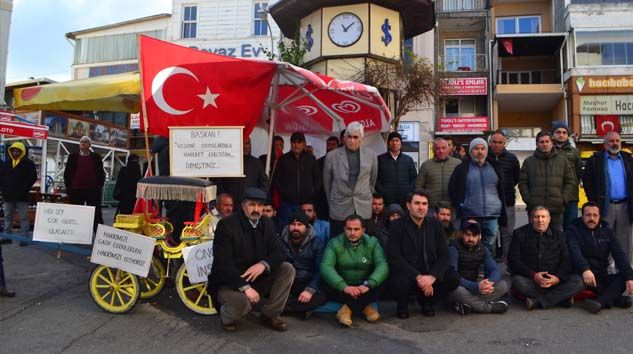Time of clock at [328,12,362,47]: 11:08
